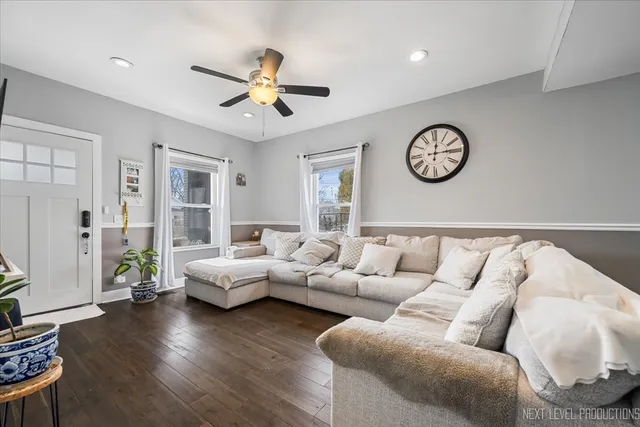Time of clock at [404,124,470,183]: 12:14
